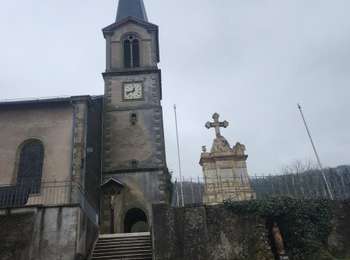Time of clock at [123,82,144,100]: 12:42
